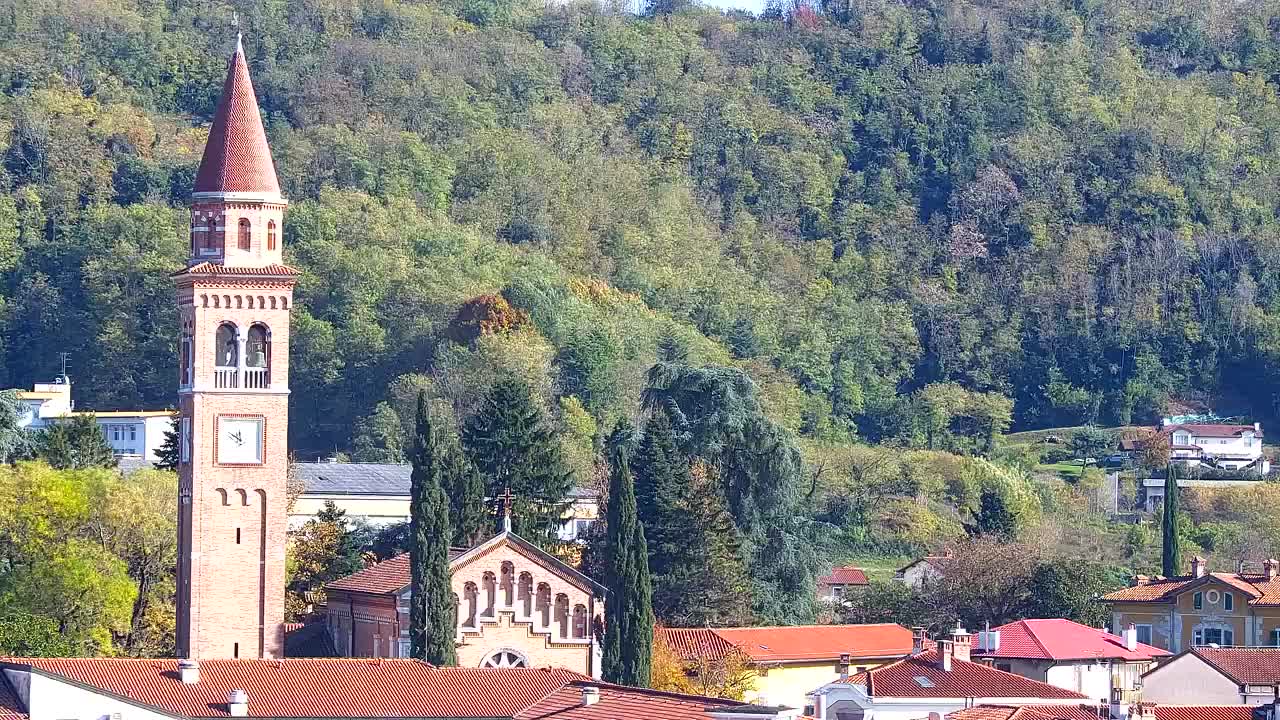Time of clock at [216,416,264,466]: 11:50
